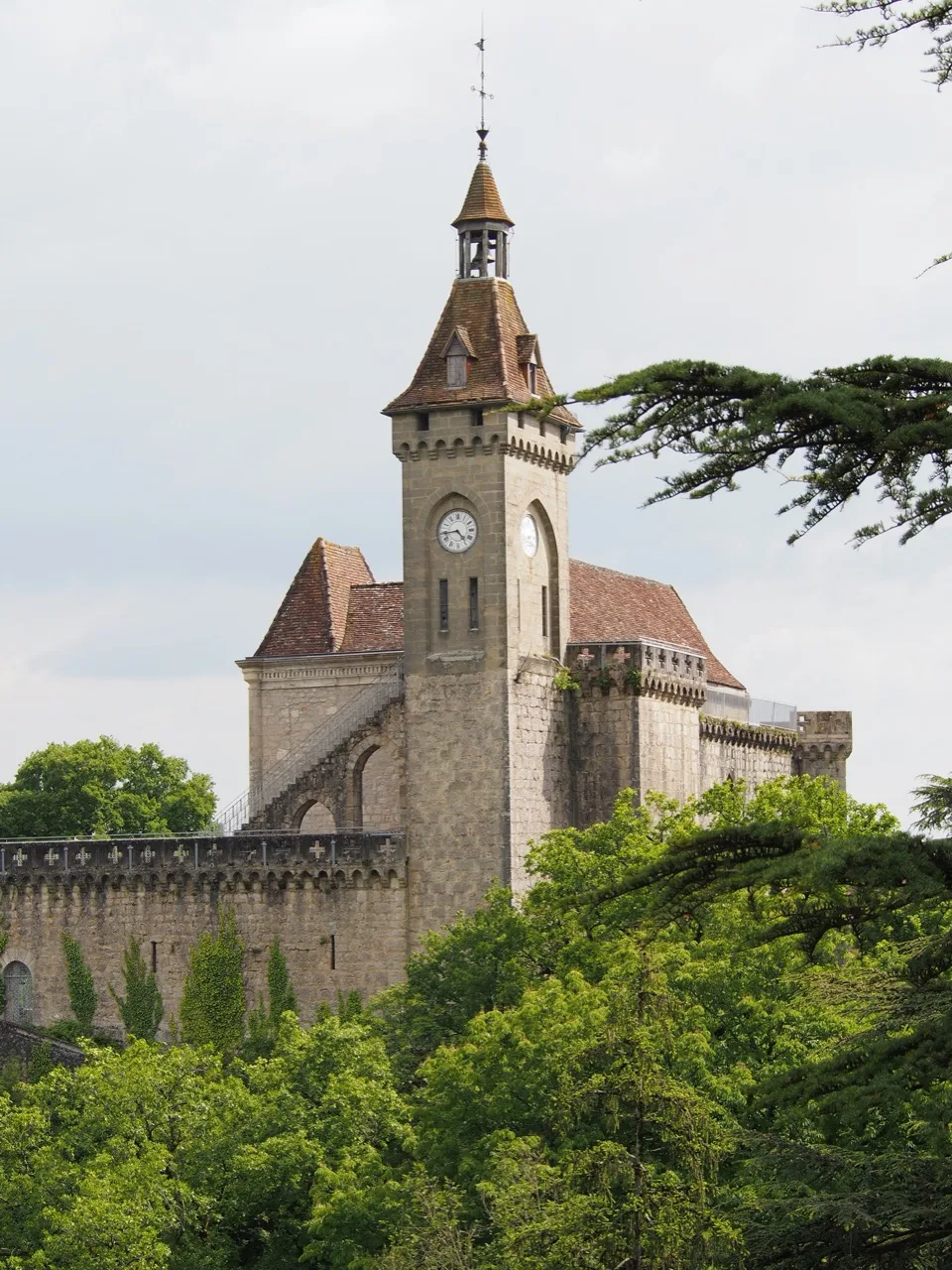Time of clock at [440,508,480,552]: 4:43
